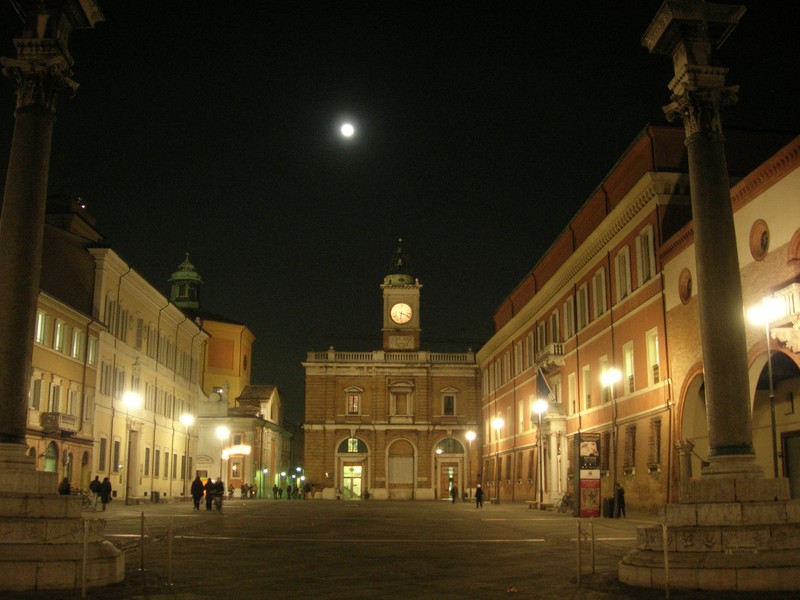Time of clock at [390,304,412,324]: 6:18
